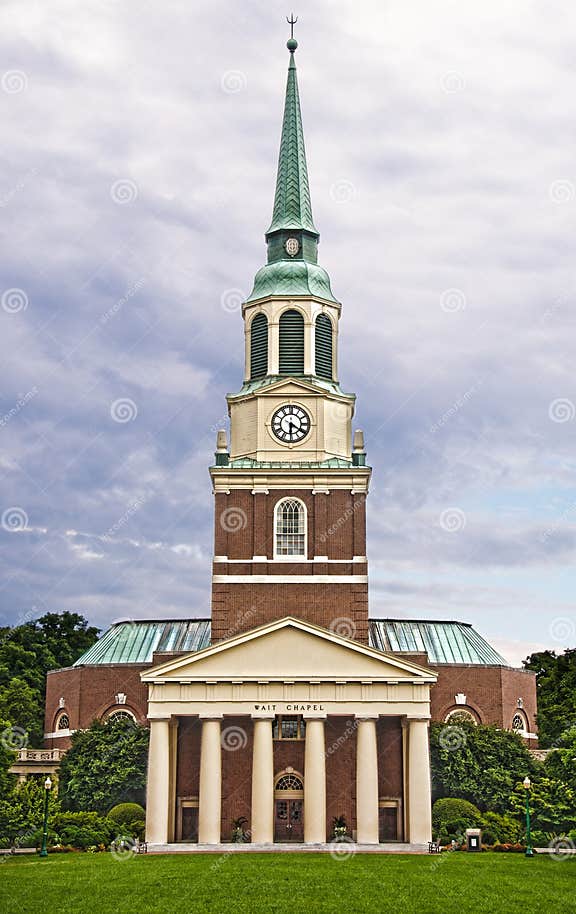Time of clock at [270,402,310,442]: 6:20
